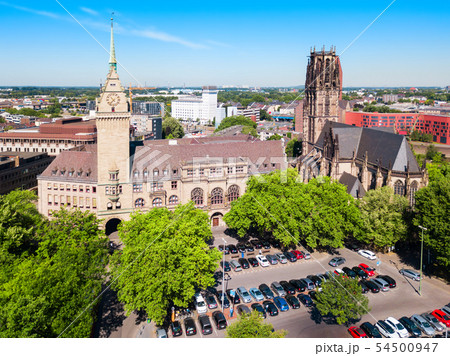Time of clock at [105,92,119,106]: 10:37
